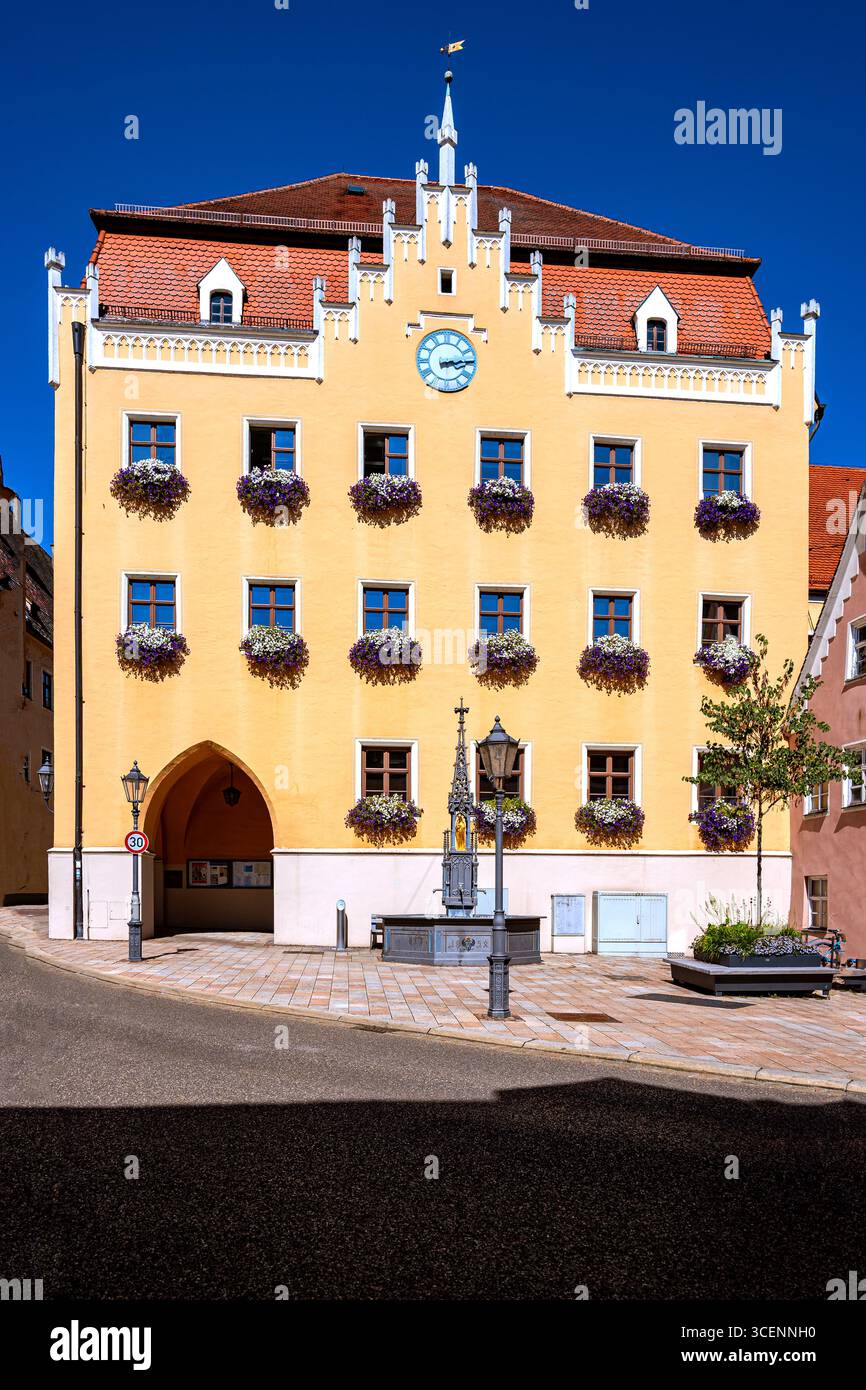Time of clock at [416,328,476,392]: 3:13
